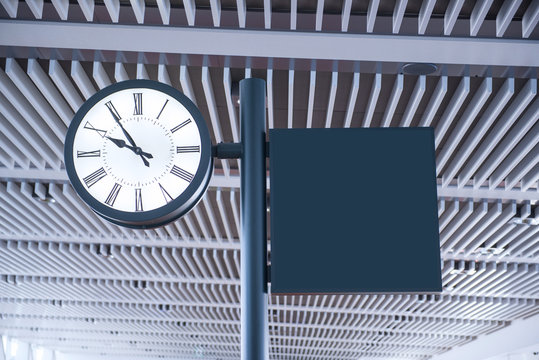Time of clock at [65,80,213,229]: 9:54
